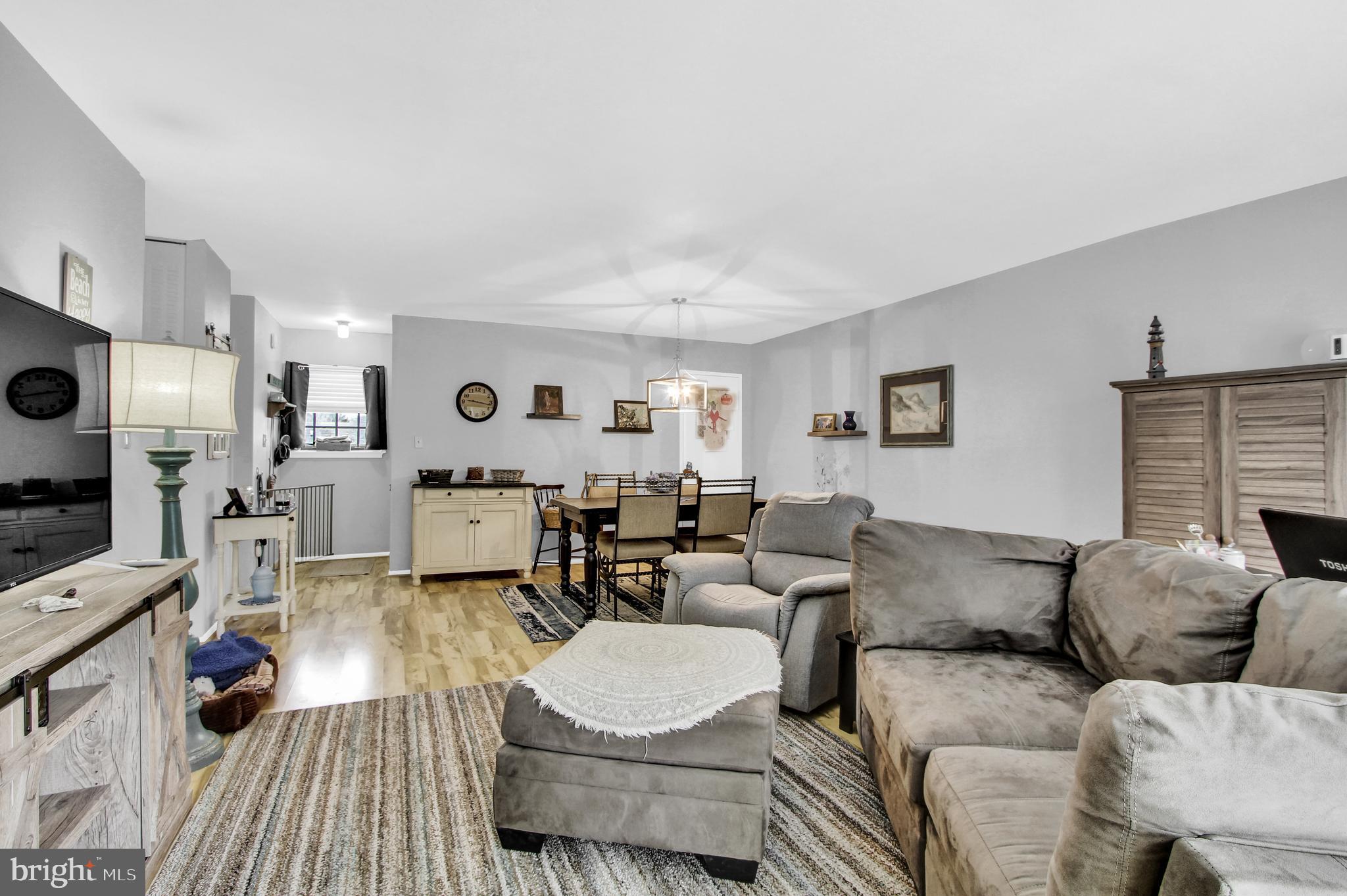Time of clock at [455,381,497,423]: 9:17
